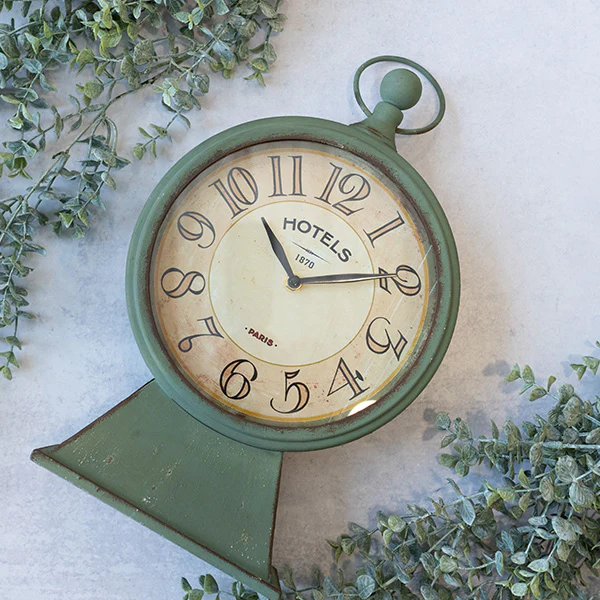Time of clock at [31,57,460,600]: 11:14
